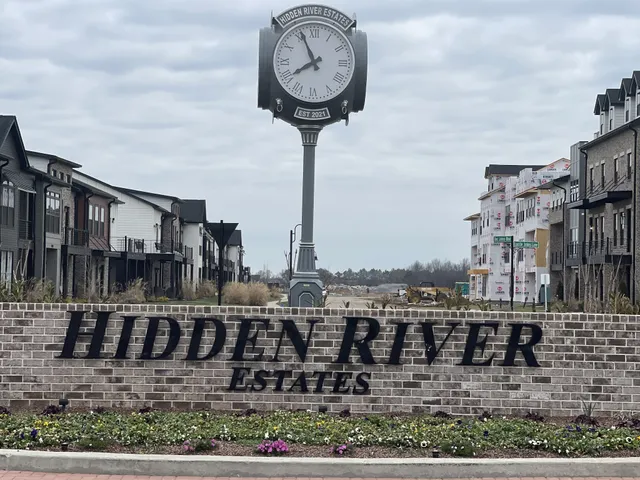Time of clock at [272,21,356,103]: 7:55
